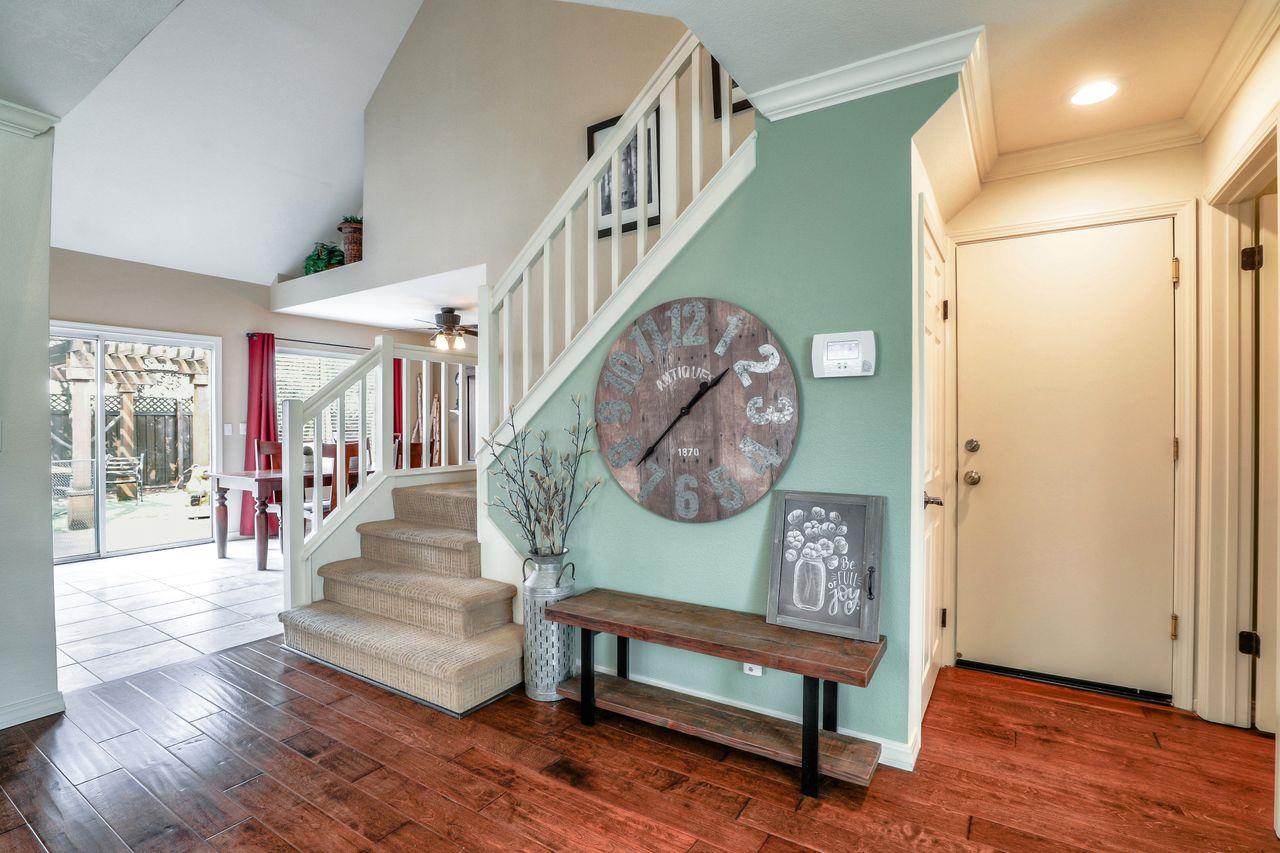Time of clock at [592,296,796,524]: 1:37
